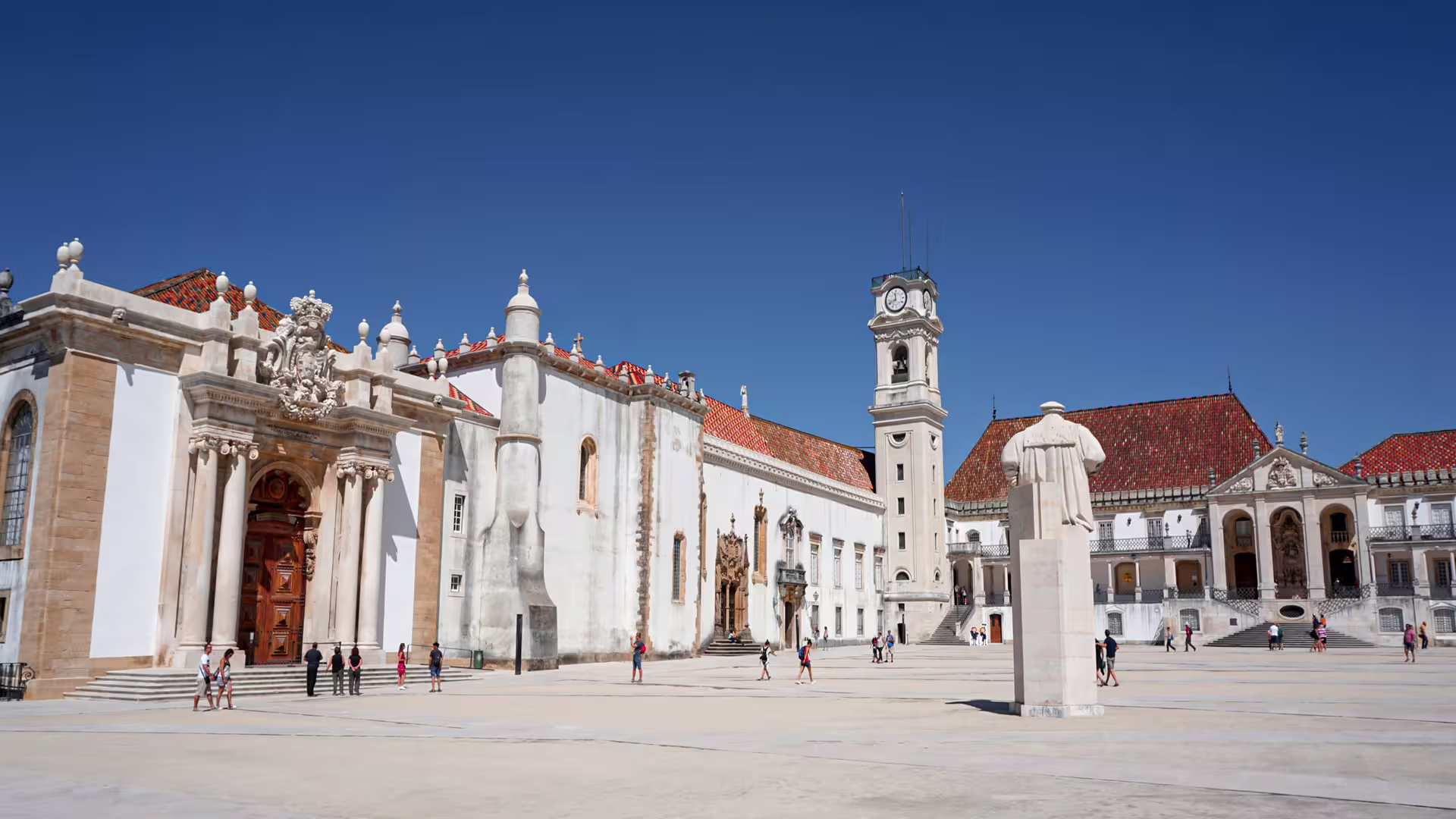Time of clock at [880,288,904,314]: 11:41
